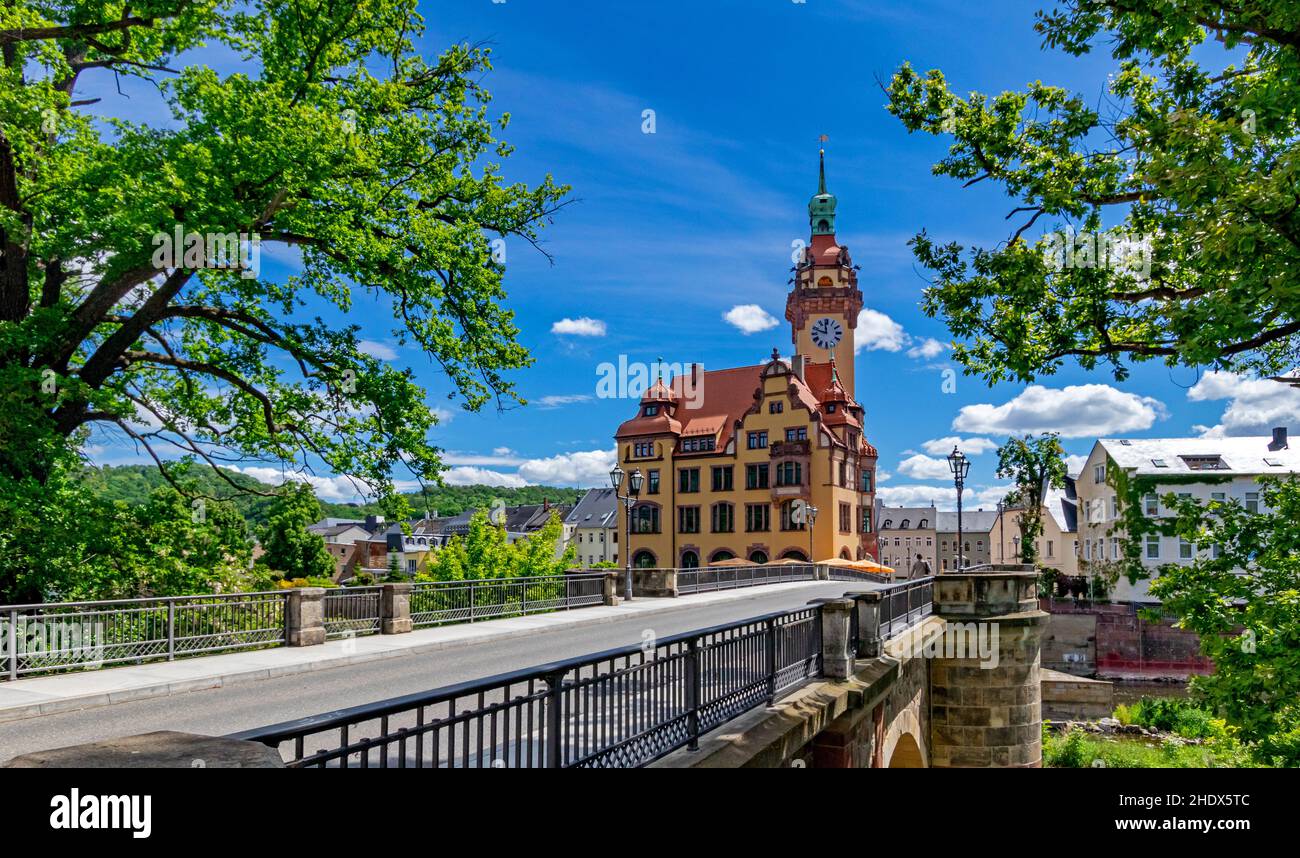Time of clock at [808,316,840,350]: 11:47
